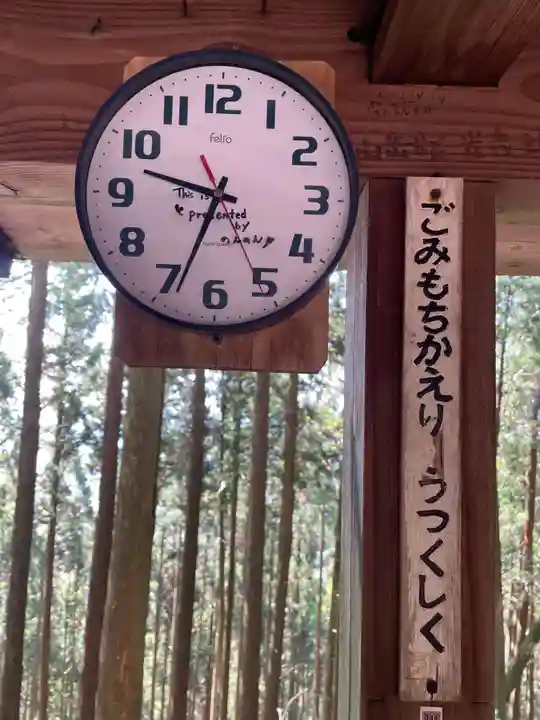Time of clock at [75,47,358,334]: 9:33
